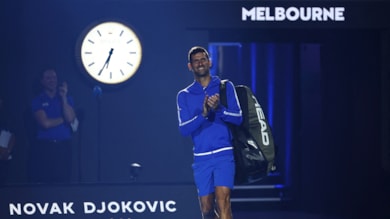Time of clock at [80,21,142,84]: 6:34
